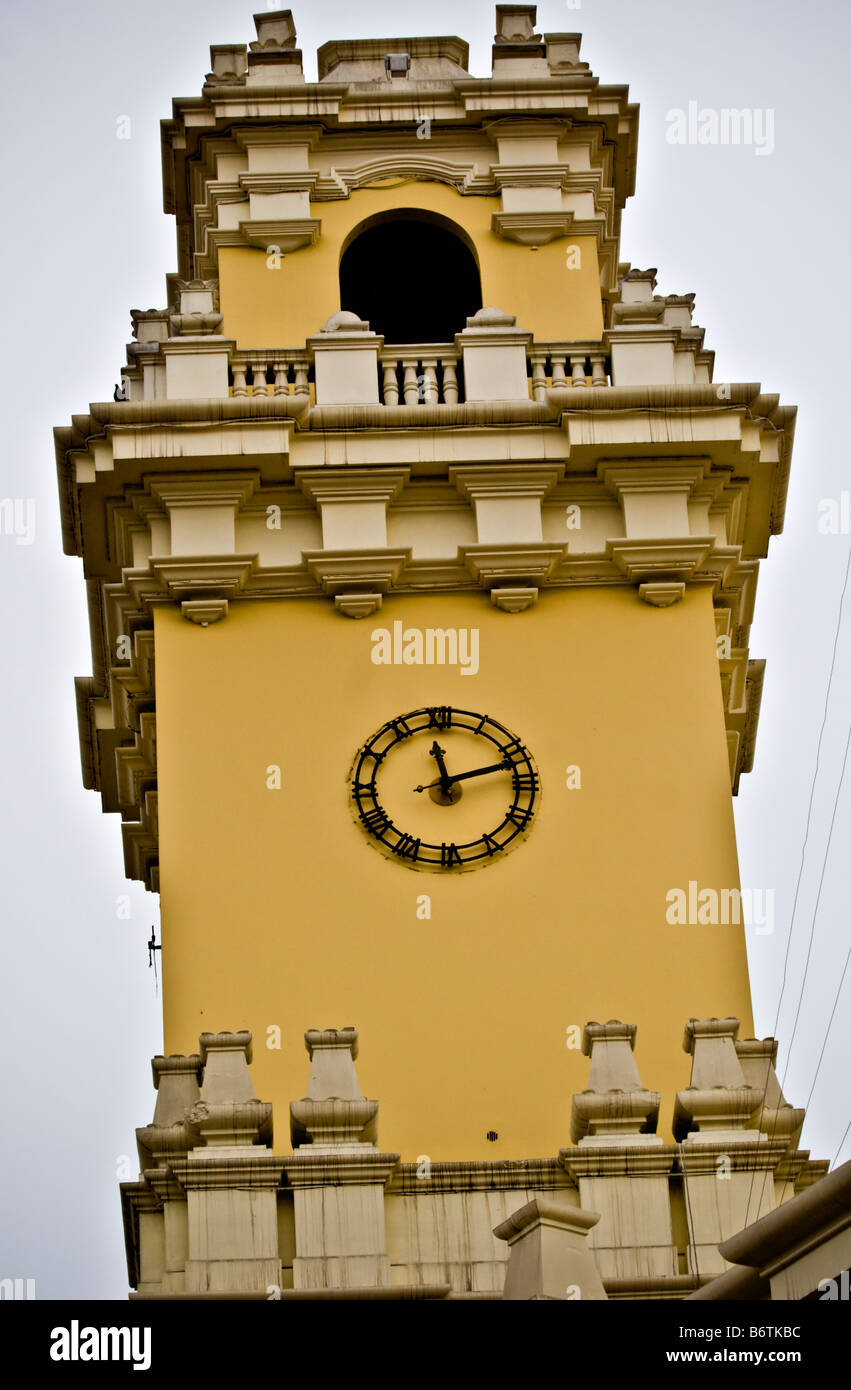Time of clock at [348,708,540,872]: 11:12
